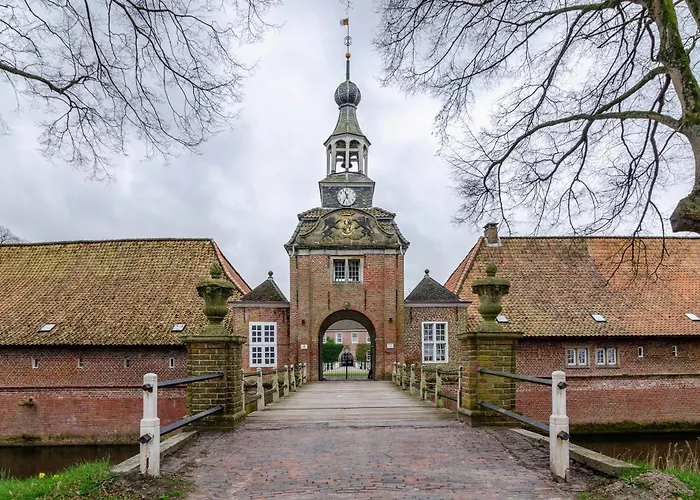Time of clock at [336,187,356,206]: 11:35
